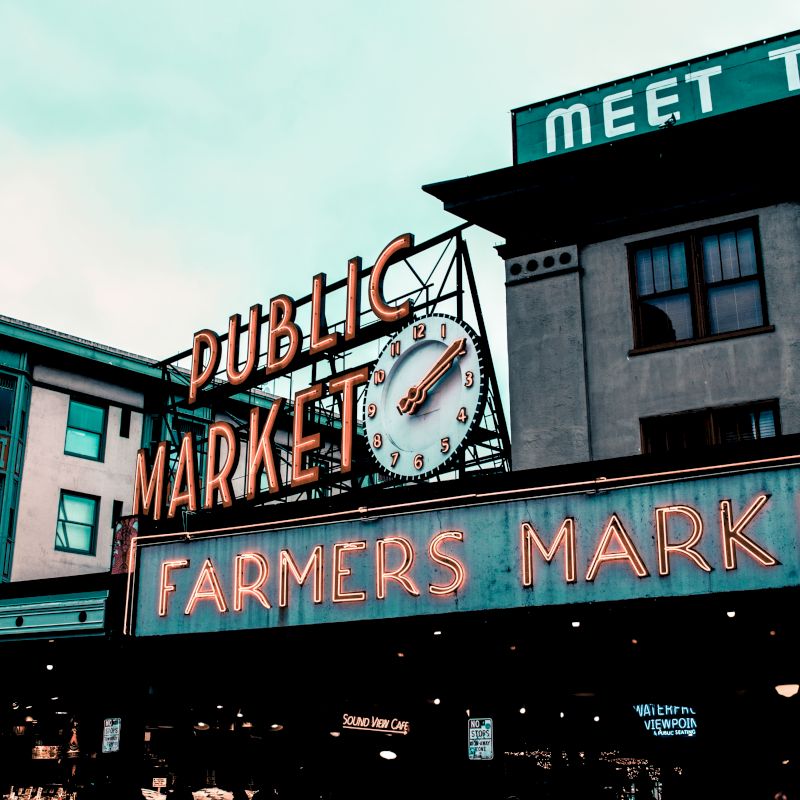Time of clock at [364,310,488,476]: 2:09
